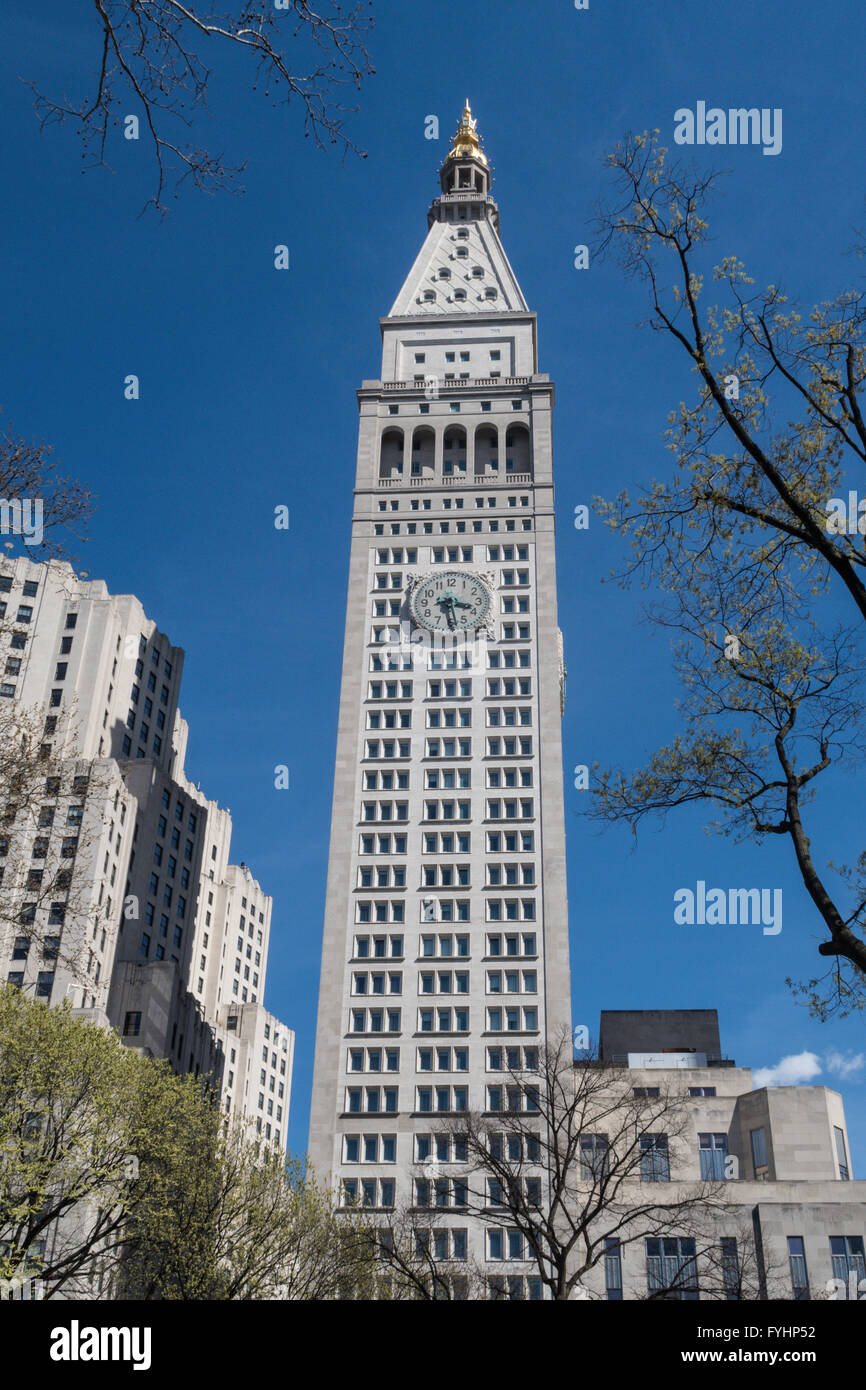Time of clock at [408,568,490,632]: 3:28
